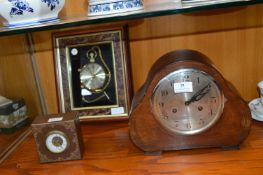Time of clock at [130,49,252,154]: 2:09
